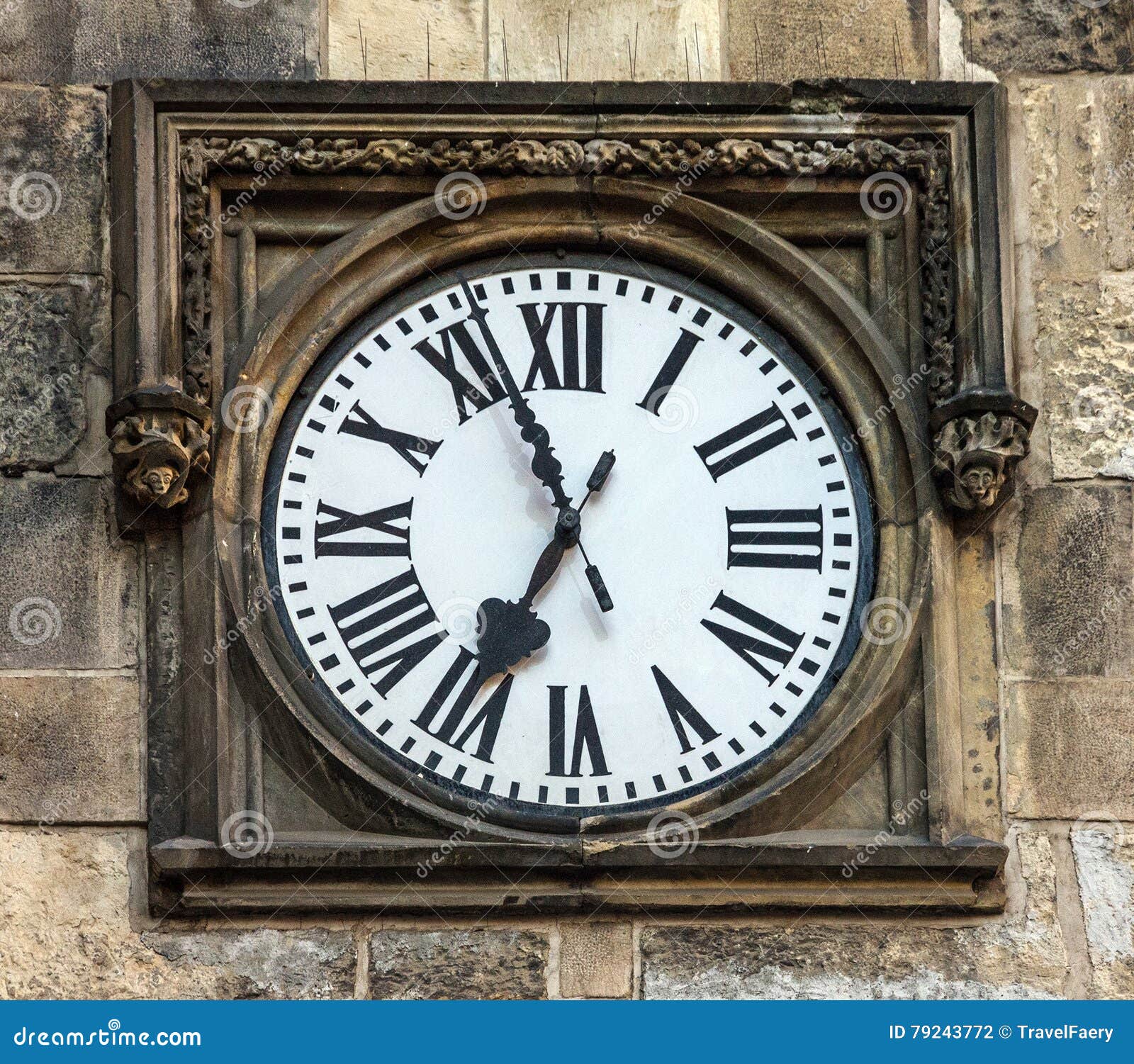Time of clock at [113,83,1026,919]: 6:56
